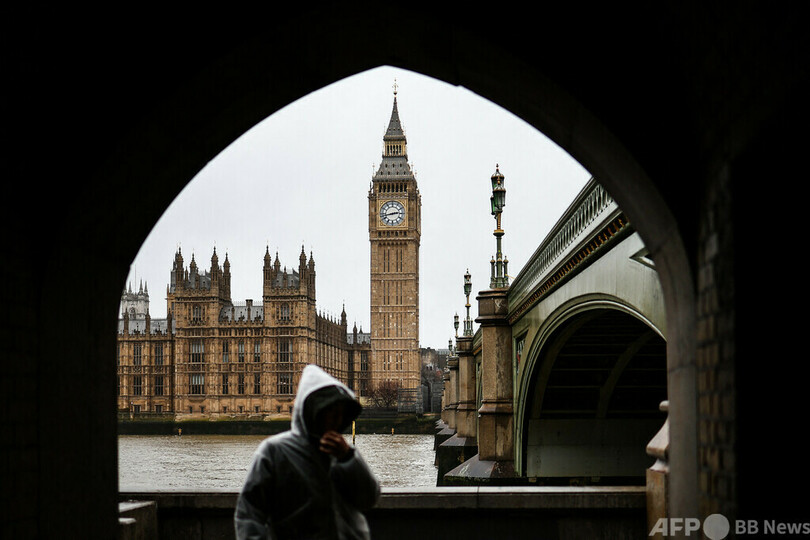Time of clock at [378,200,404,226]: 2:42
